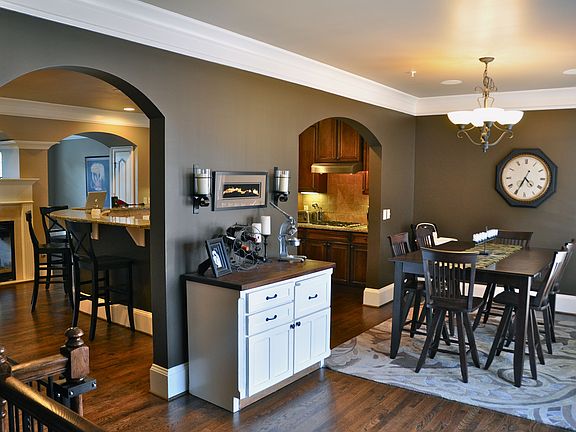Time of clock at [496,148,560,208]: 4:34
